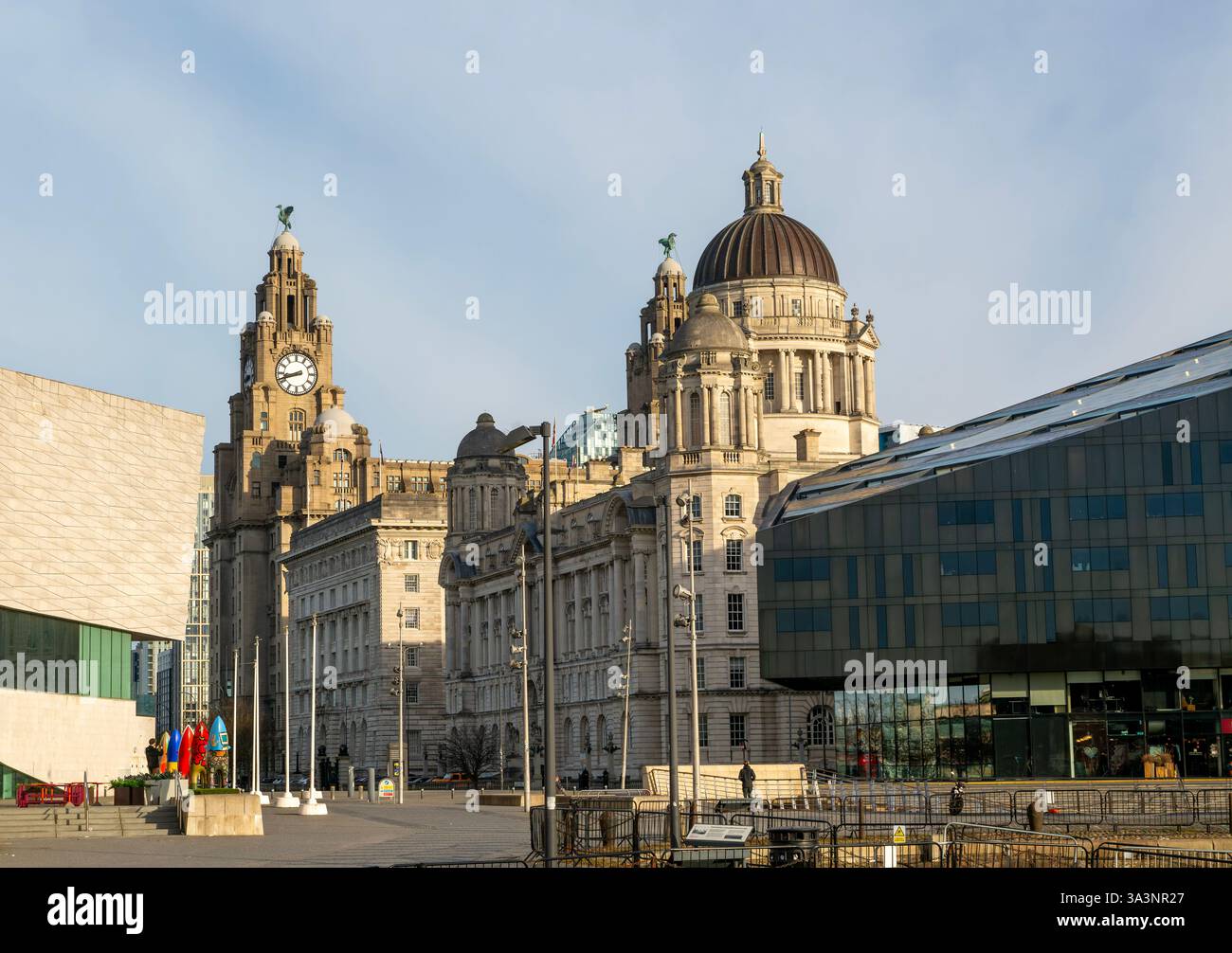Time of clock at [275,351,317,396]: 8:41
